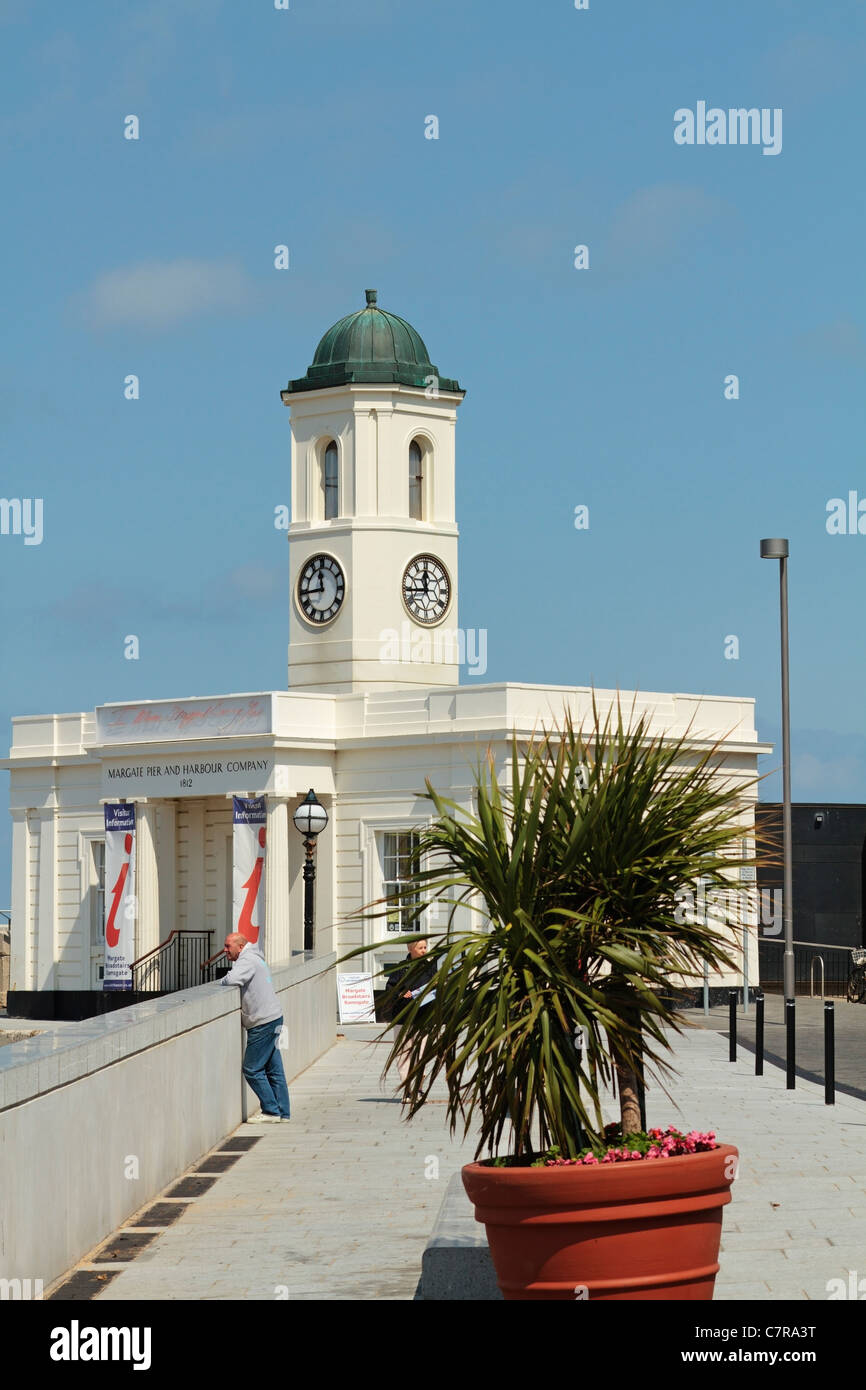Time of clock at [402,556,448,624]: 11:44
